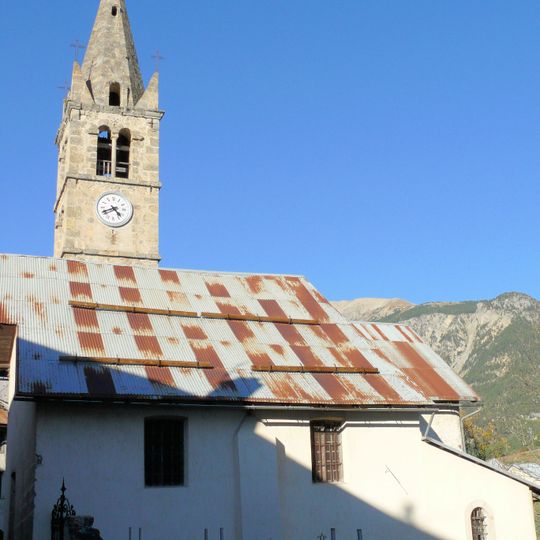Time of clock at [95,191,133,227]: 4:41
